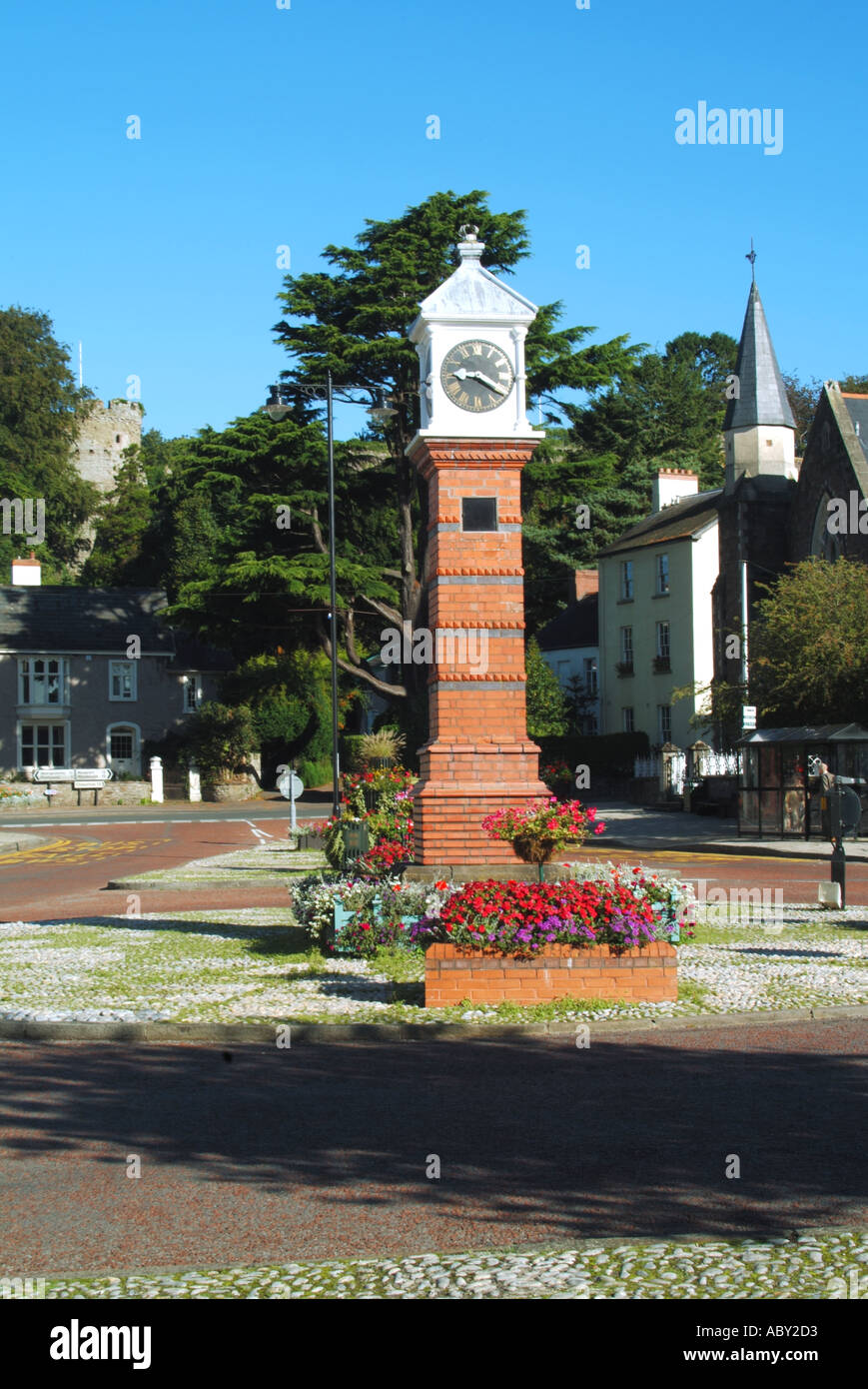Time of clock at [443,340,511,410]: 9:20
